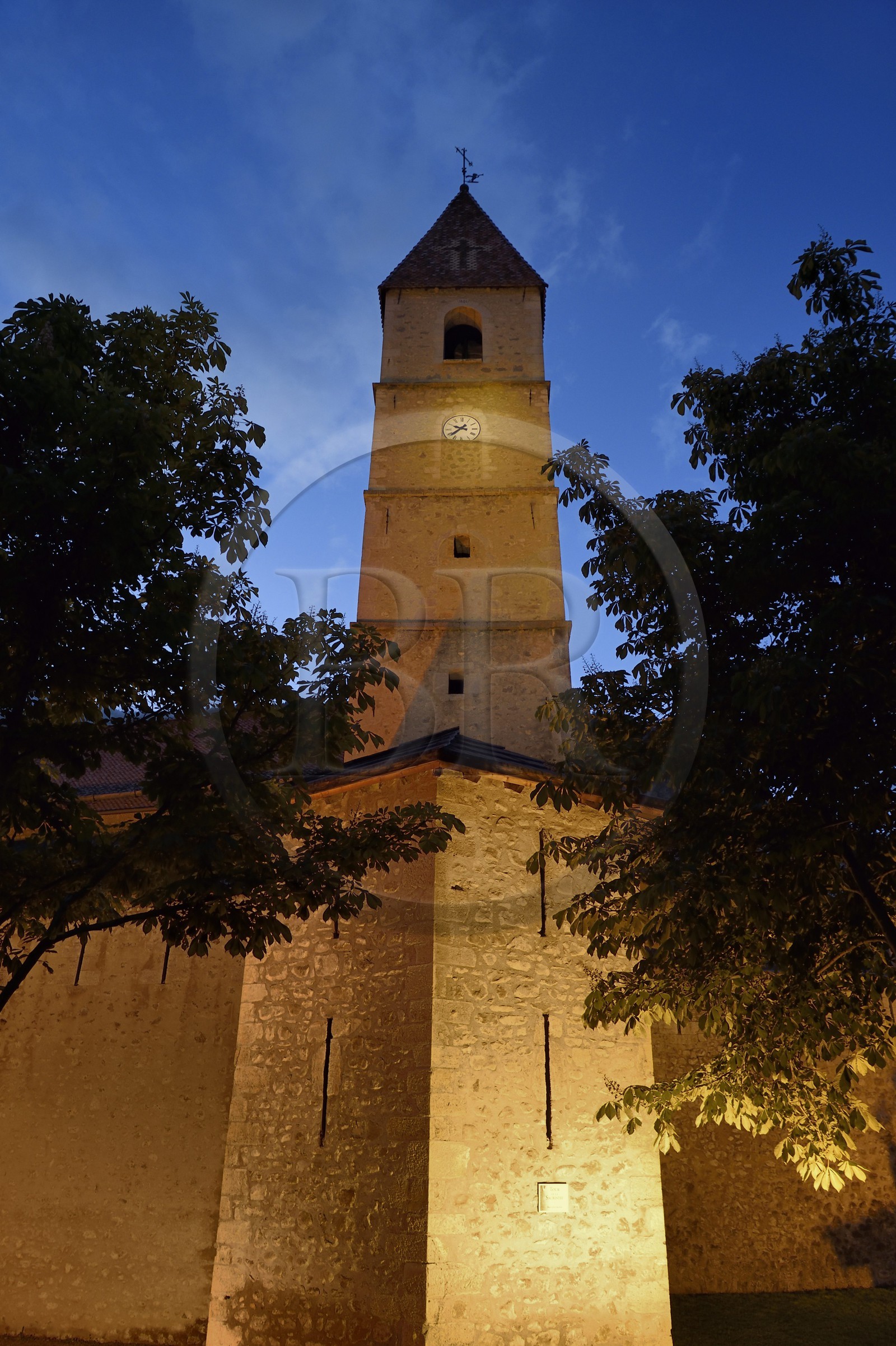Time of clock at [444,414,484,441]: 9:38
